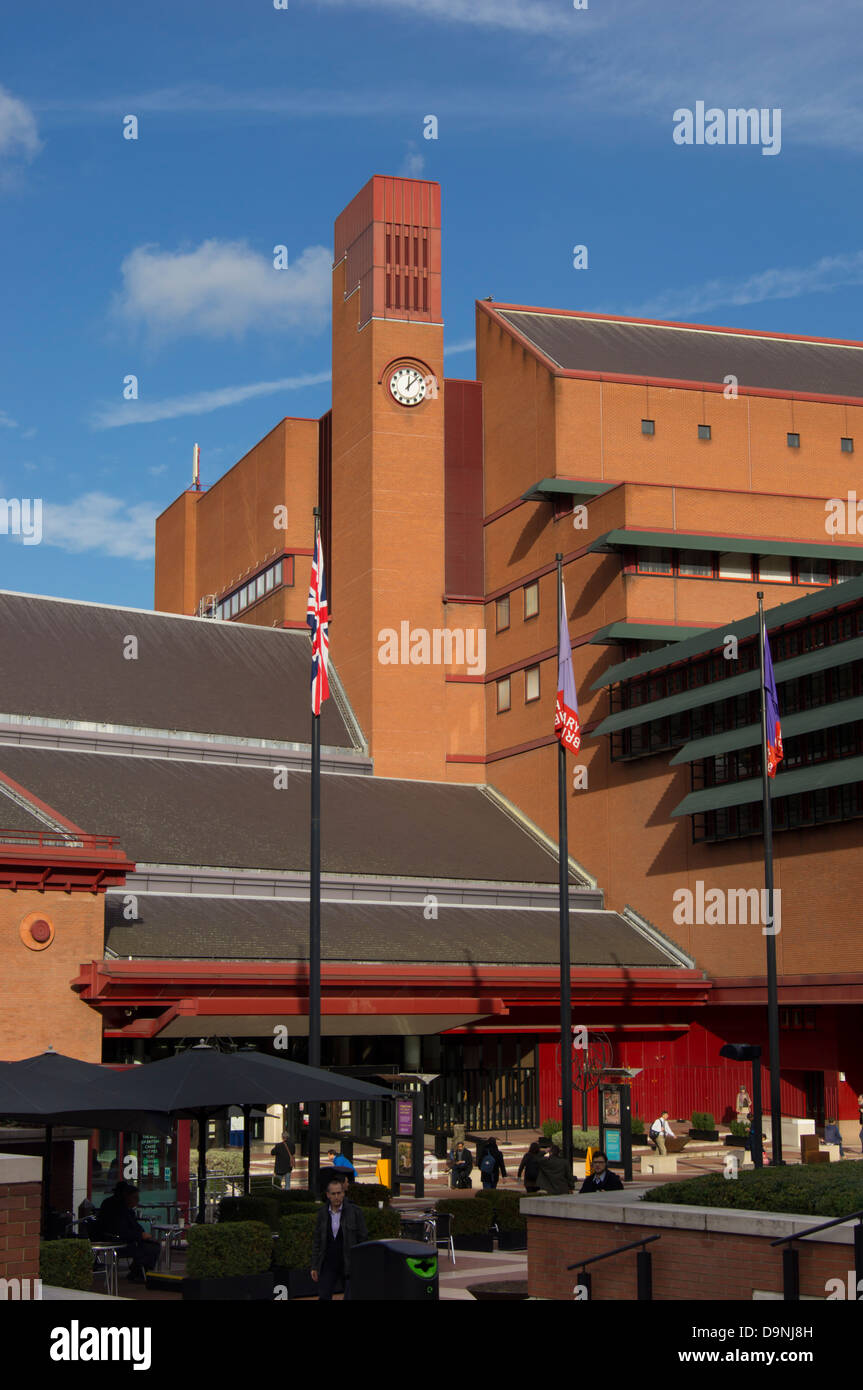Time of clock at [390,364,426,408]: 12:07
